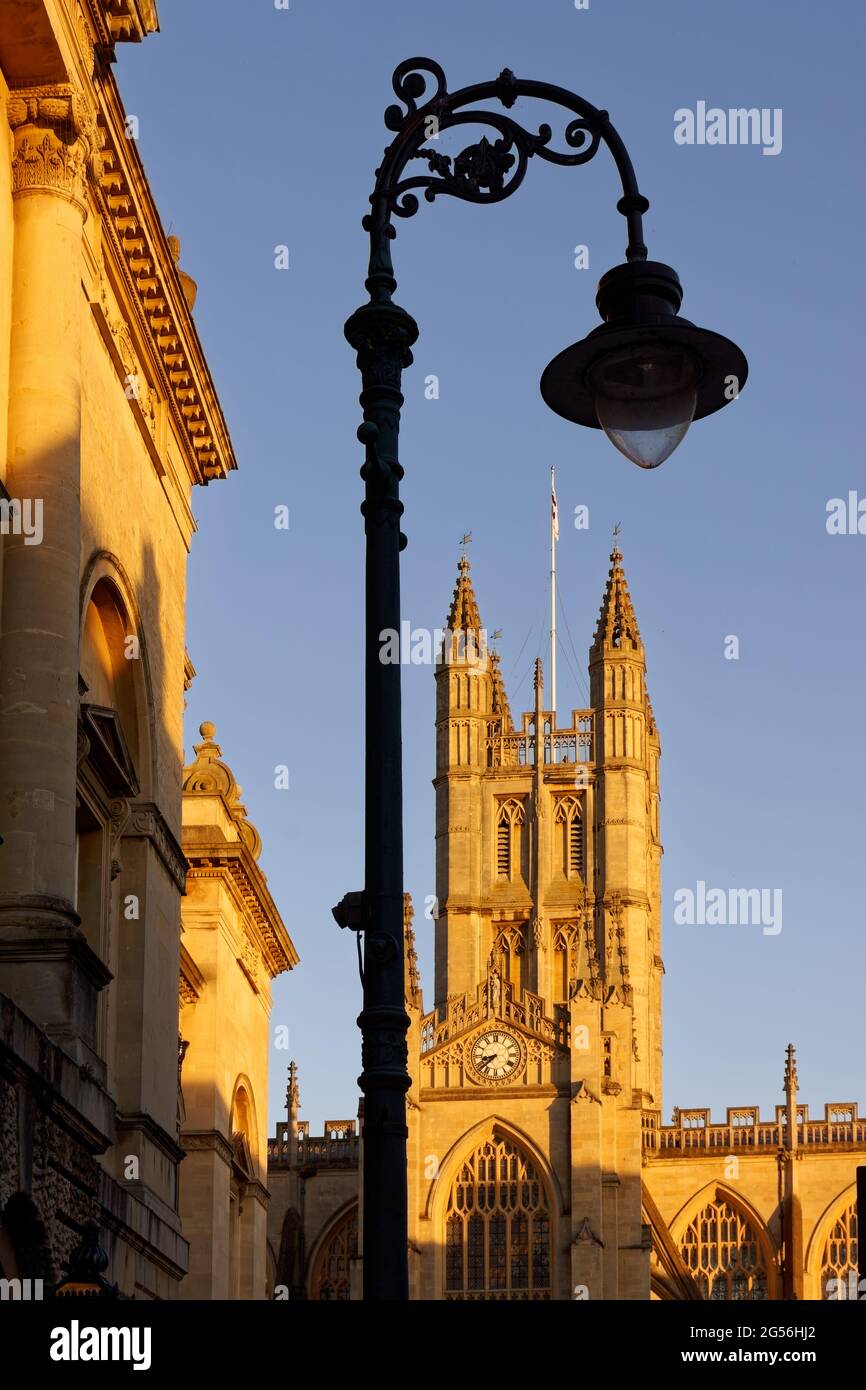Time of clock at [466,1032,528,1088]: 8:38
